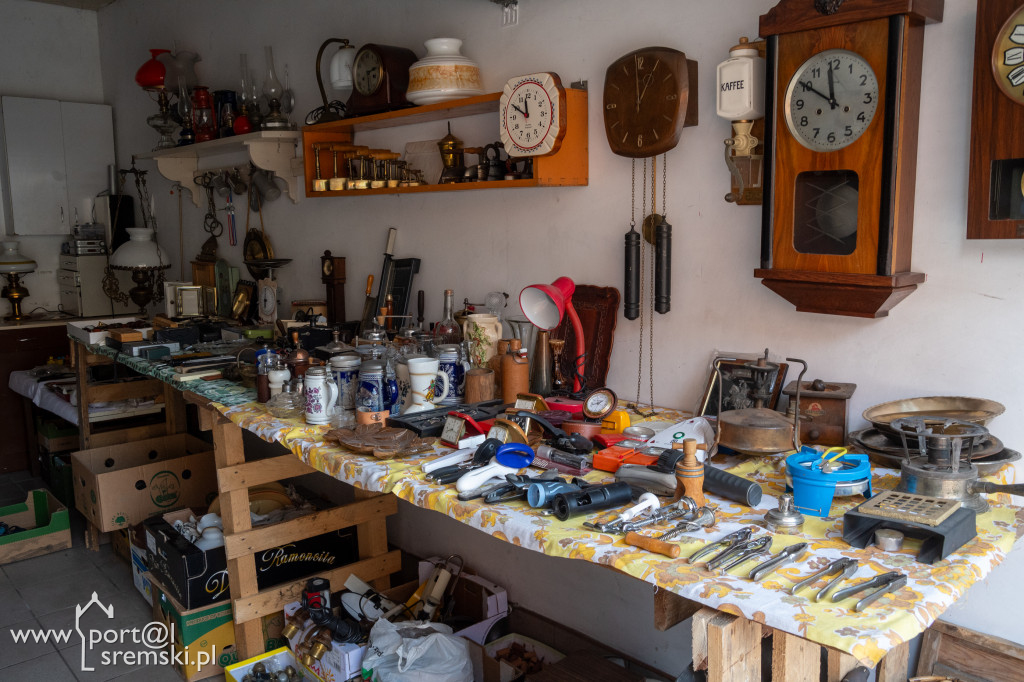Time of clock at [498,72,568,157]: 11:49
